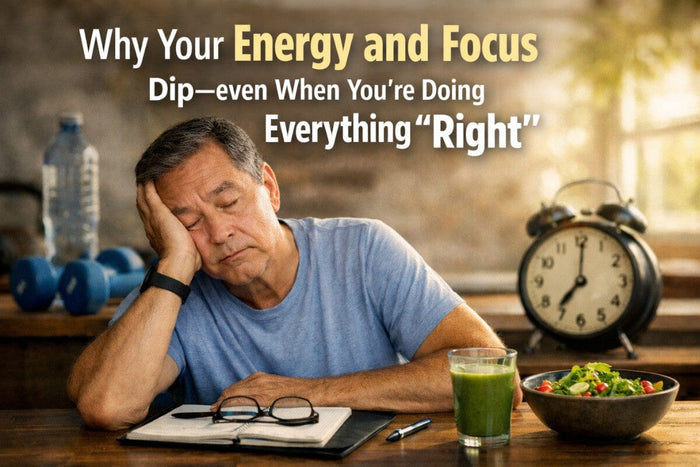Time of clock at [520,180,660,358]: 7:01
